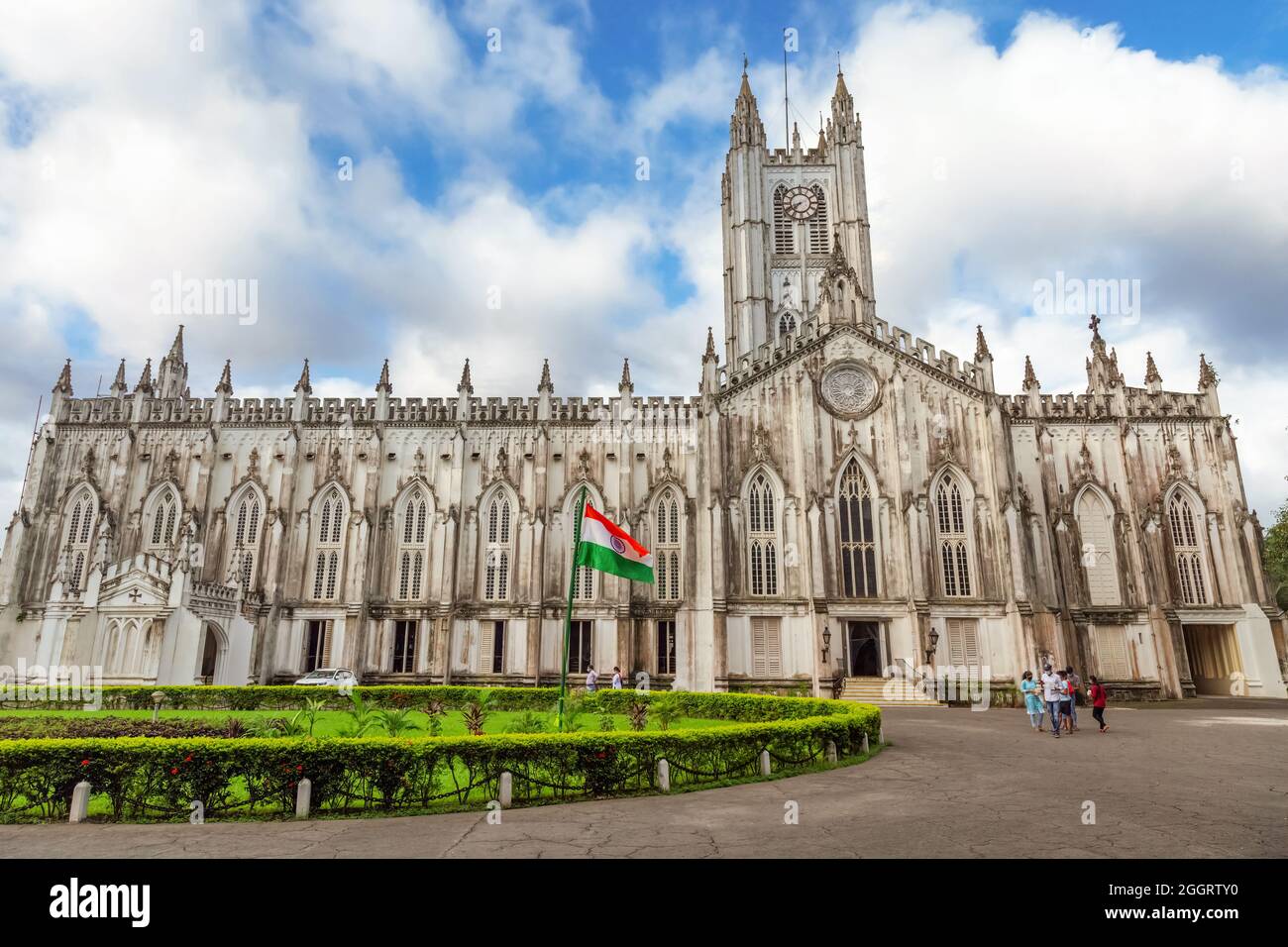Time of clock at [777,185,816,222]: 7:41
